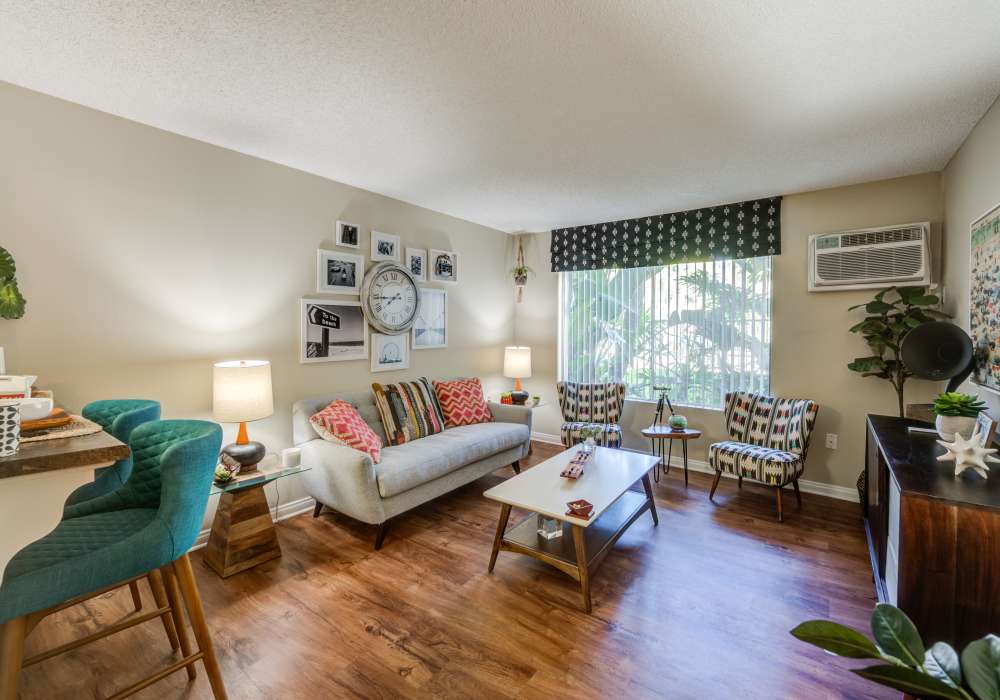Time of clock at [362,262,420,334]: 7:44
